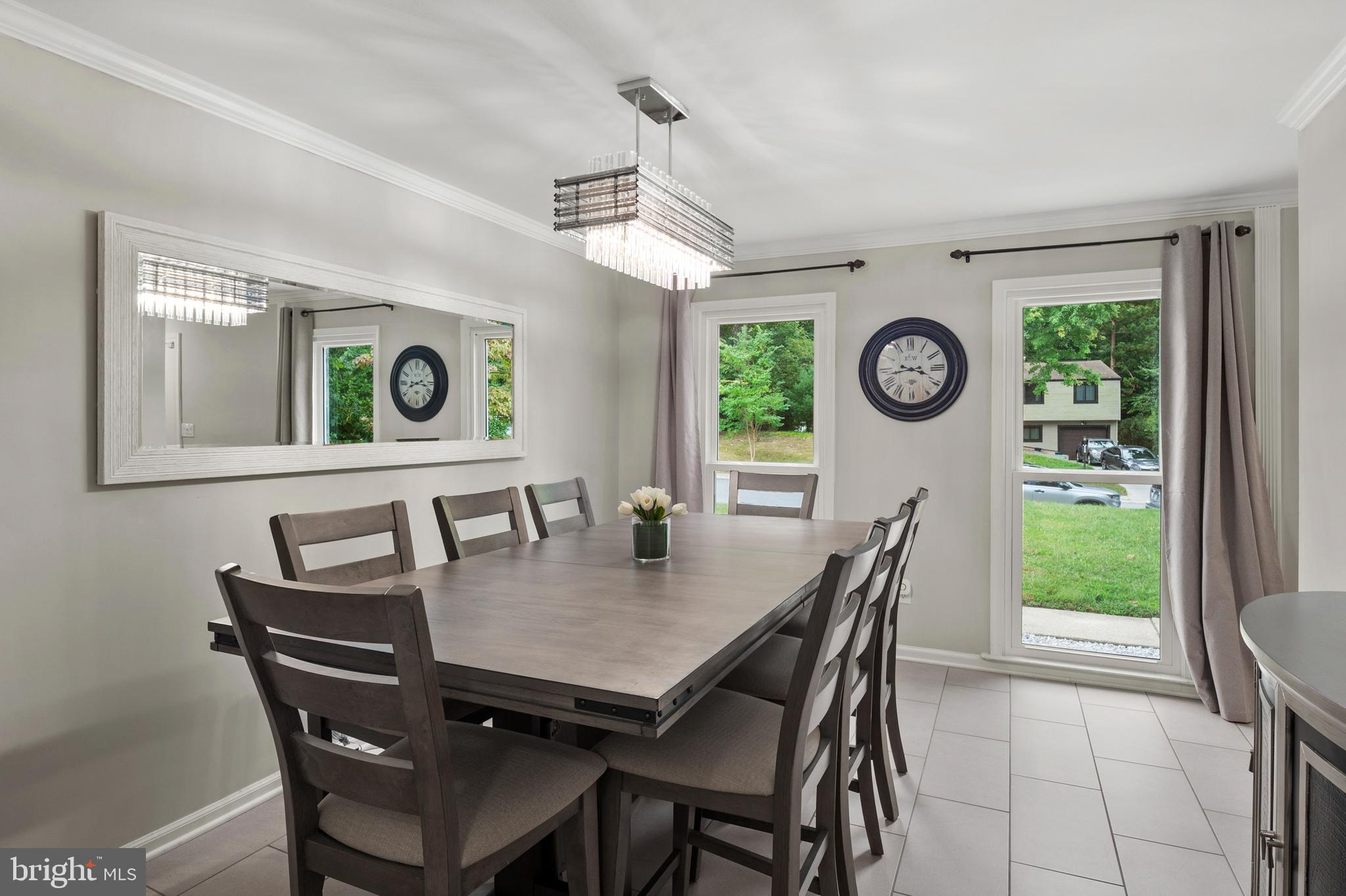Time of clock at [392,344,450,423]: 8:16
